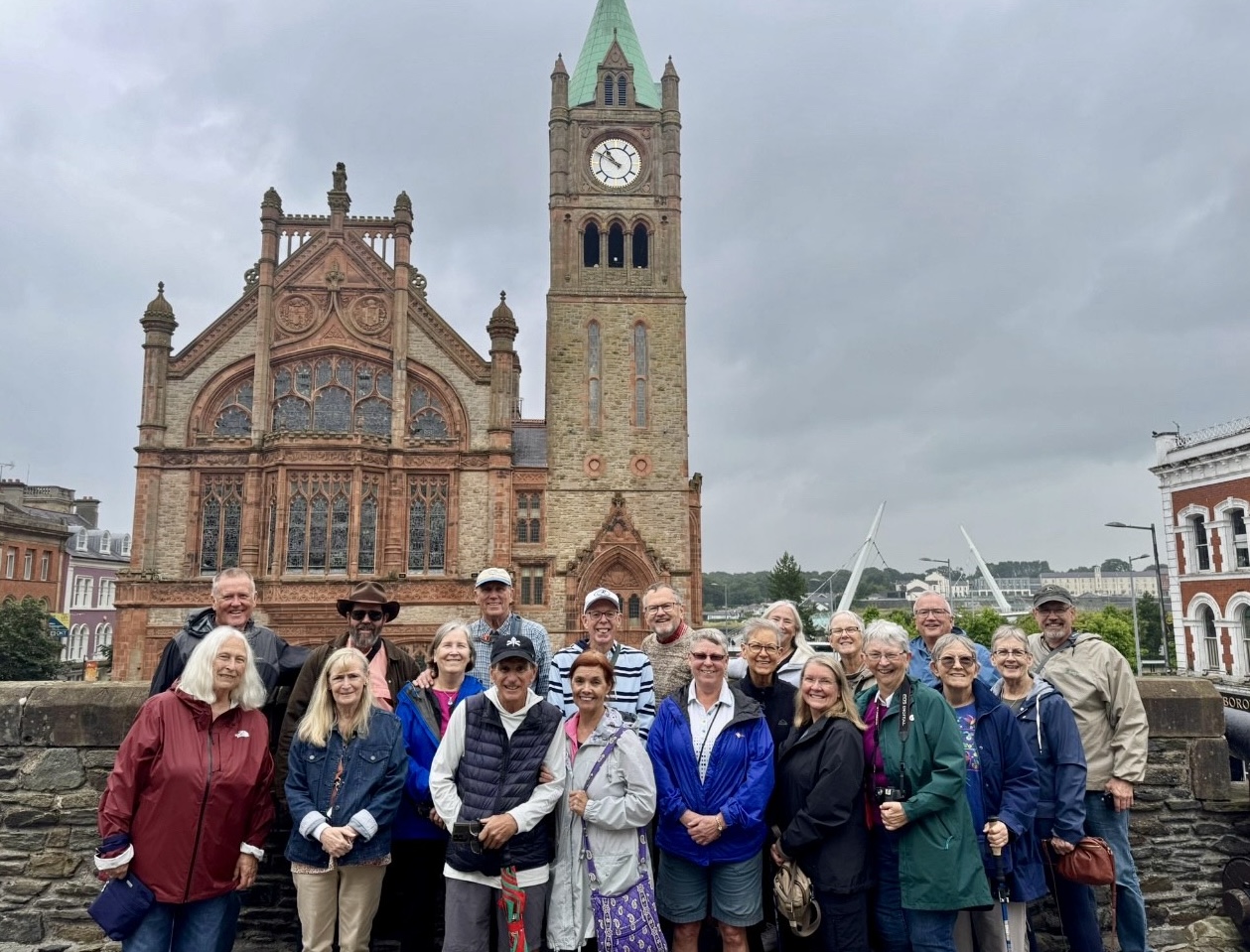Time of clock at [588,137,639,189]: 10:50
